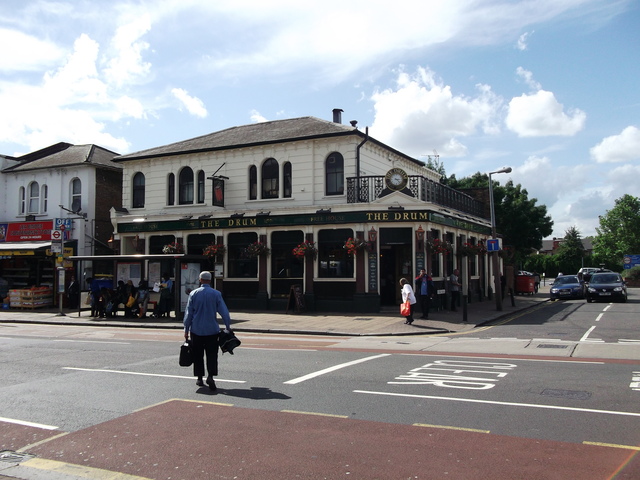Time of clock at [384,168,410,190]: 3:22
